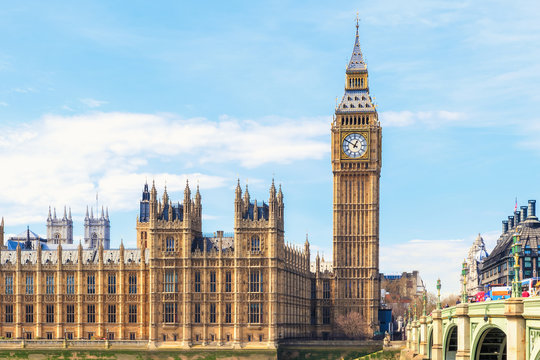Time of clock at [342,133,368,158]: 12:50
